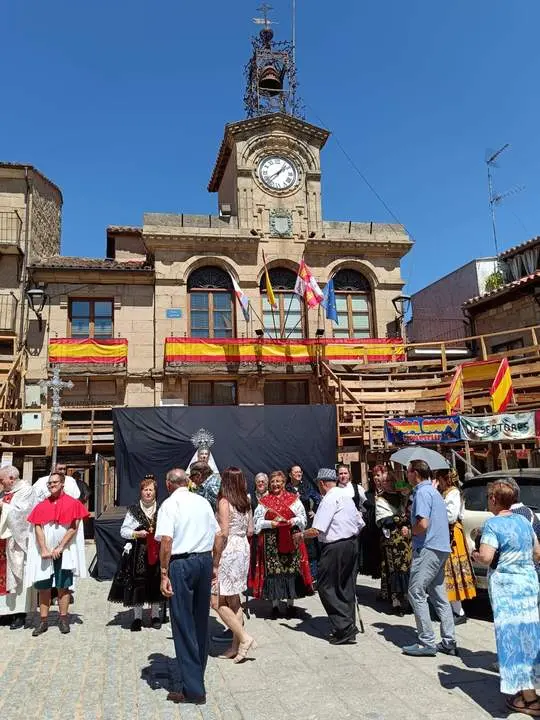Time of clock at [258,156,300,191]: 1:39
